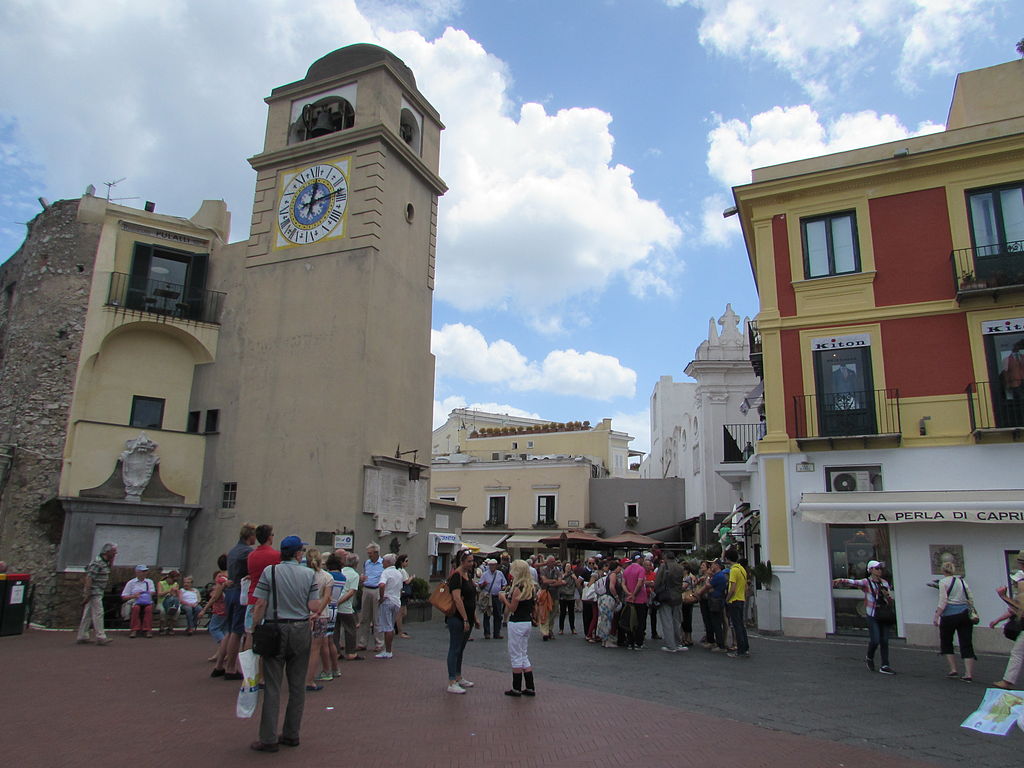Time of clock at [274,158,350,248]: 12:12
